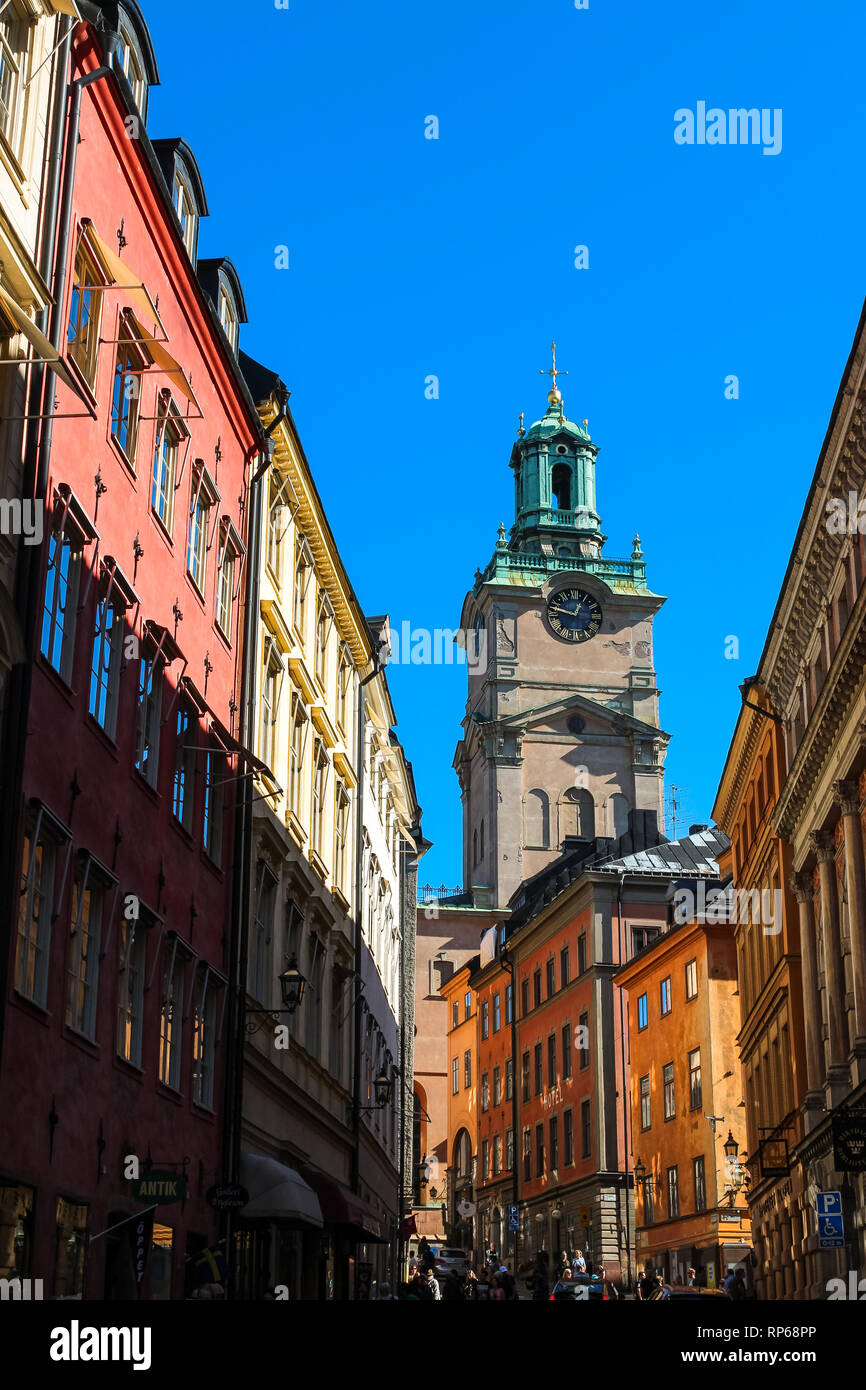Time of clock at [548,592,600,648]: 12:47
